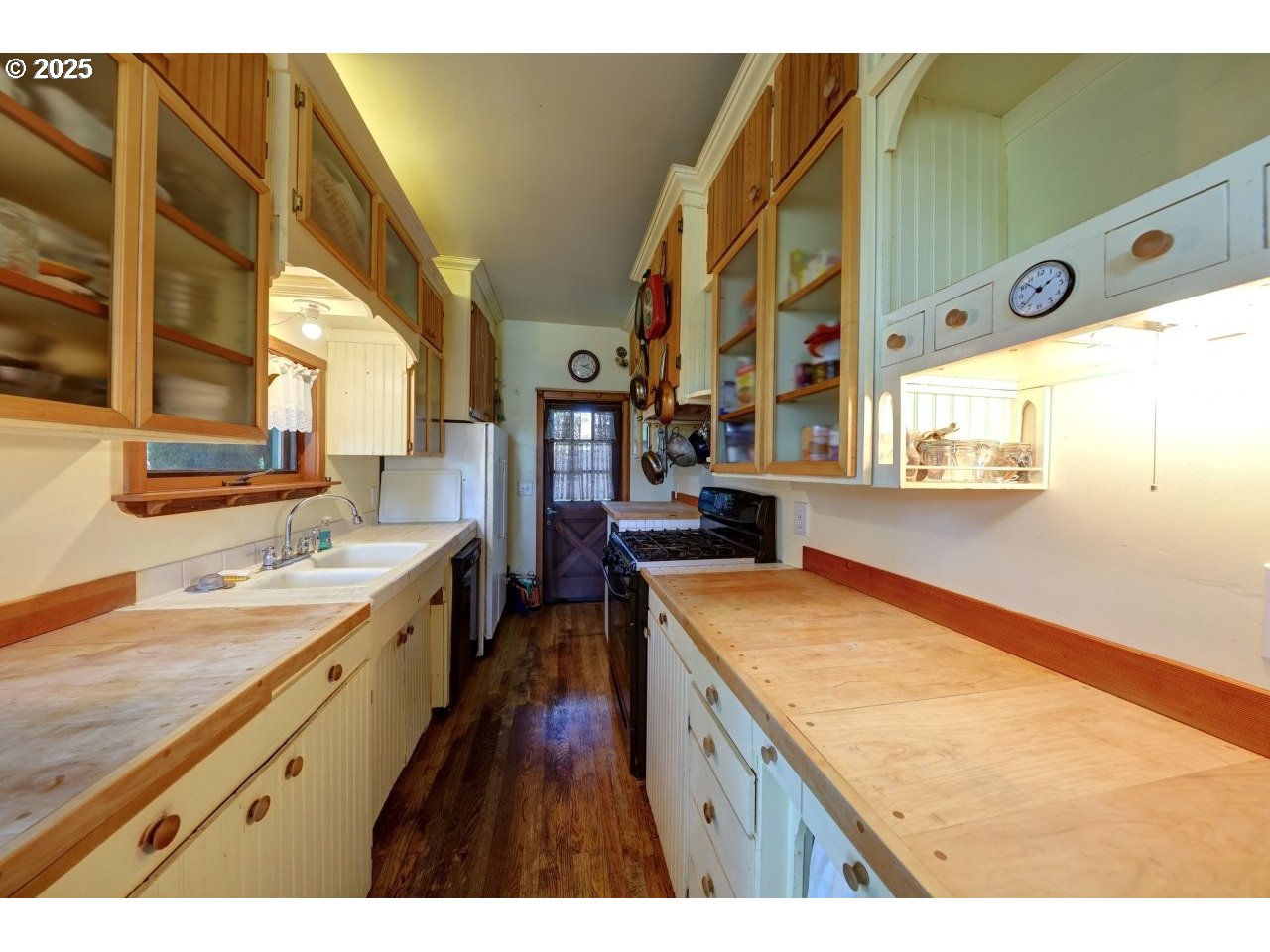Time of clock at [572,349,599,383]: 2:18
